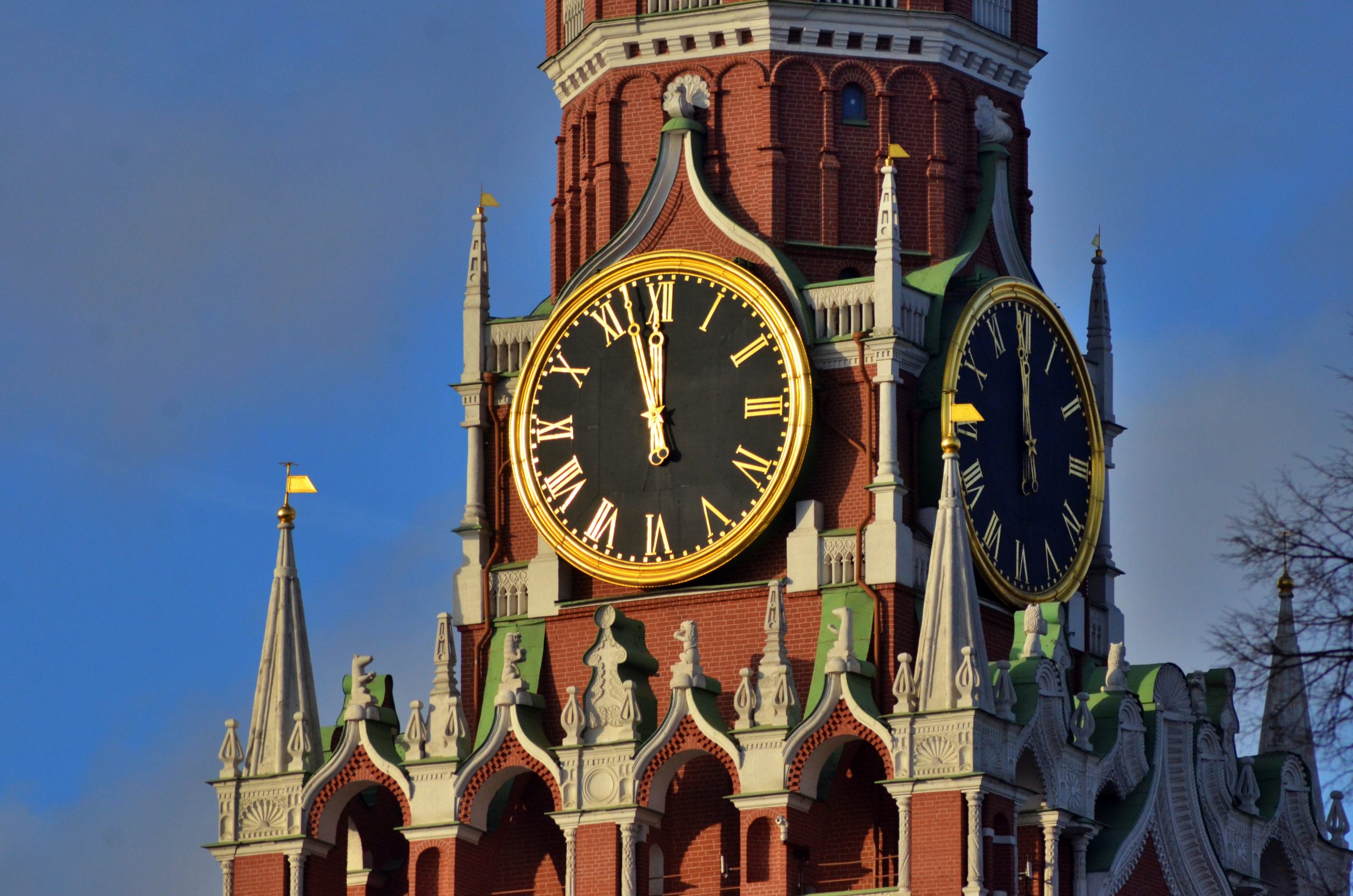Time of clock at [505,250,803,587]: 11:57
